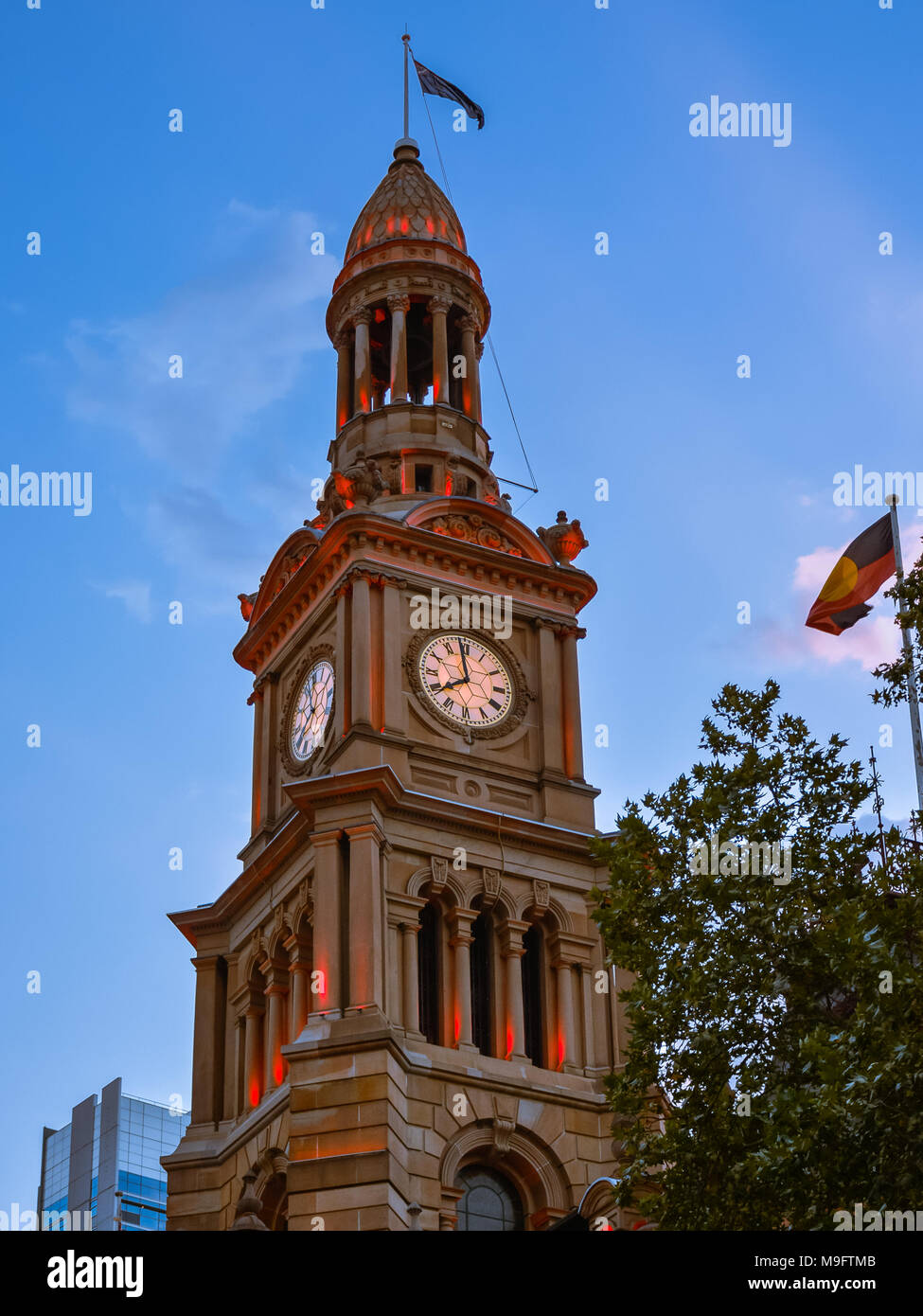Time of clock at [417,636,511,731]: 7:58
